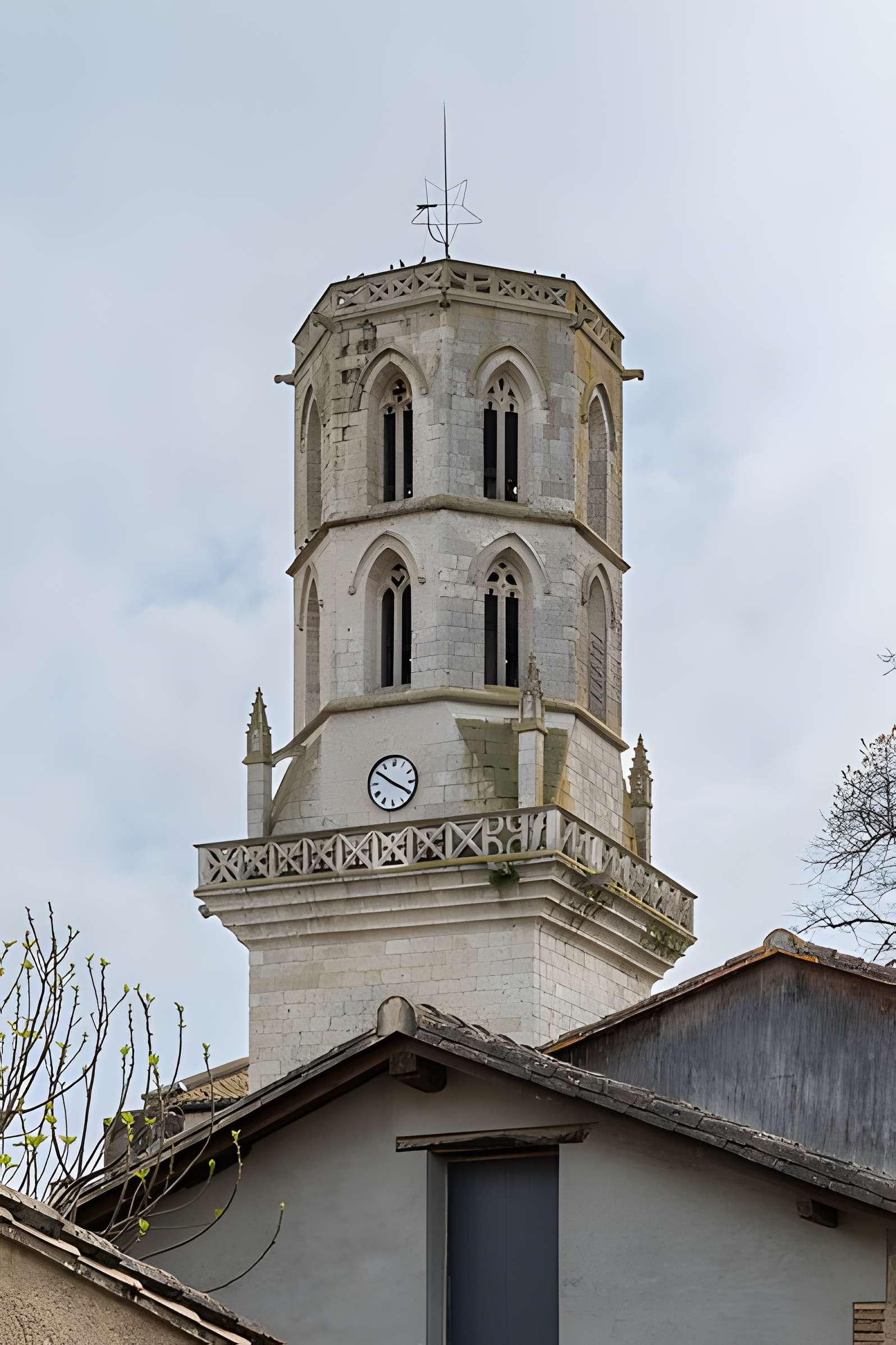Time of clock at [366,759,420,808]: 3:50
